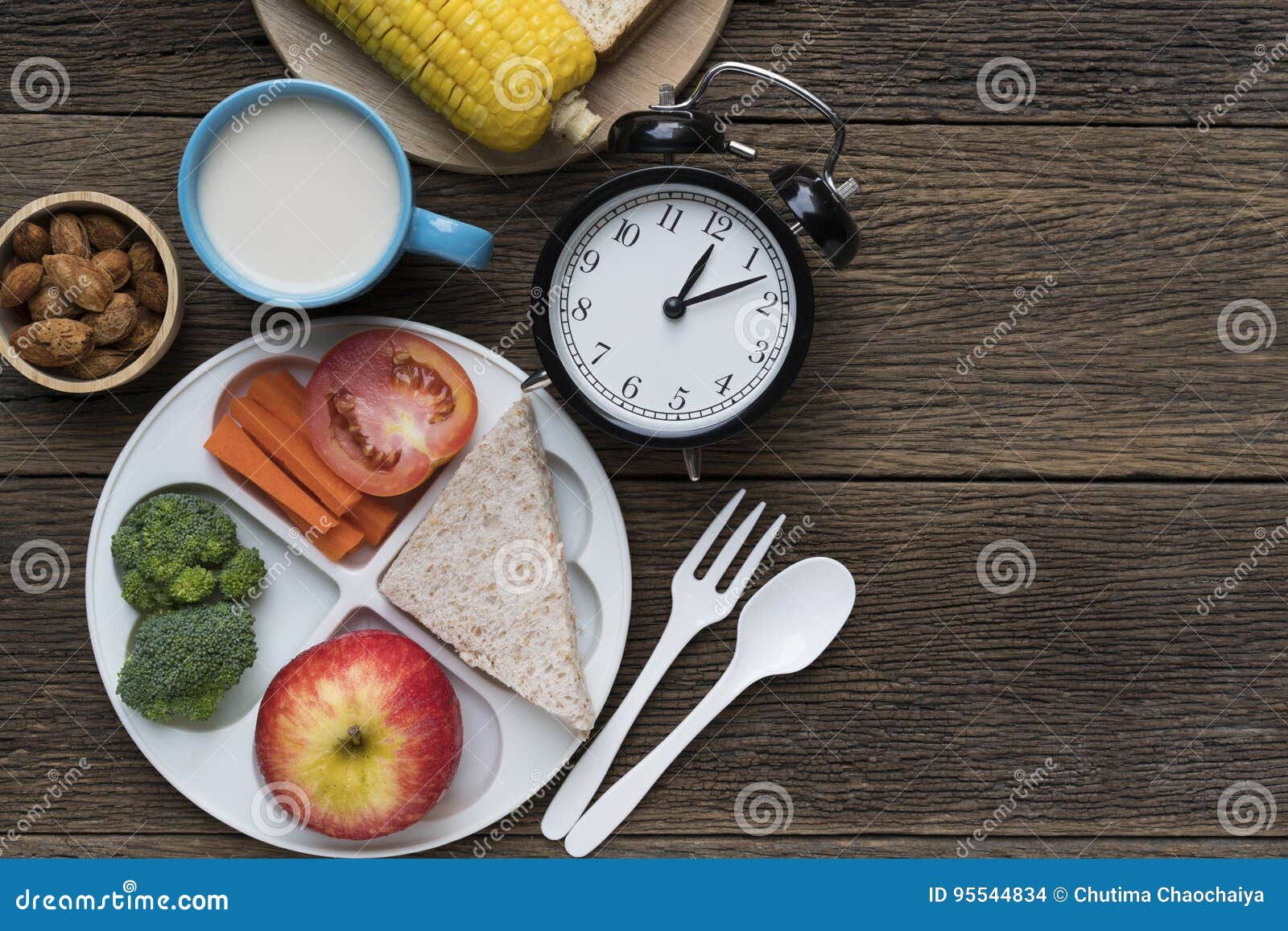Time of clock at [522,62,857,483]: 1:12
